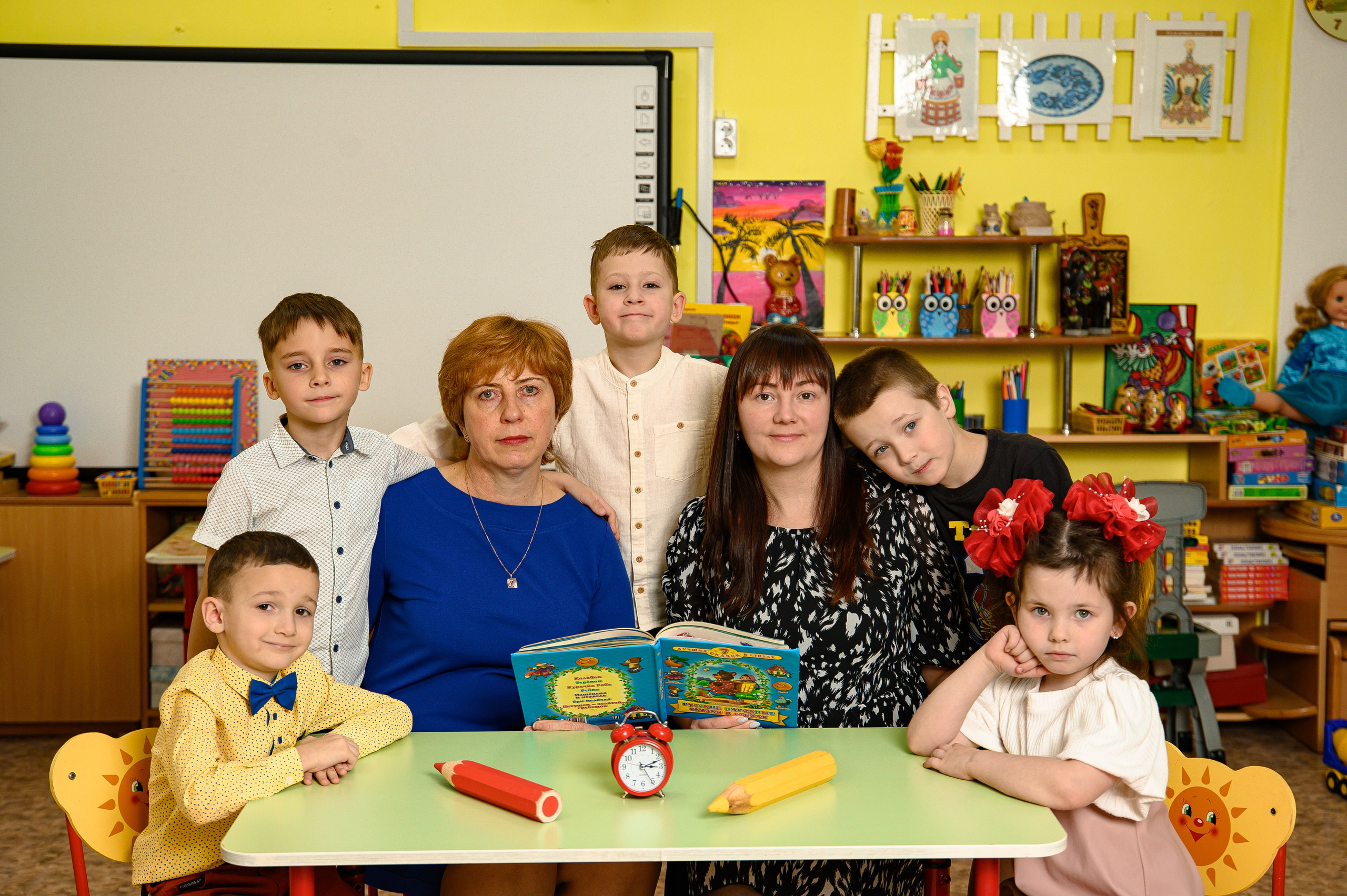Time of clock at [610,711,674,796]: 3:11
